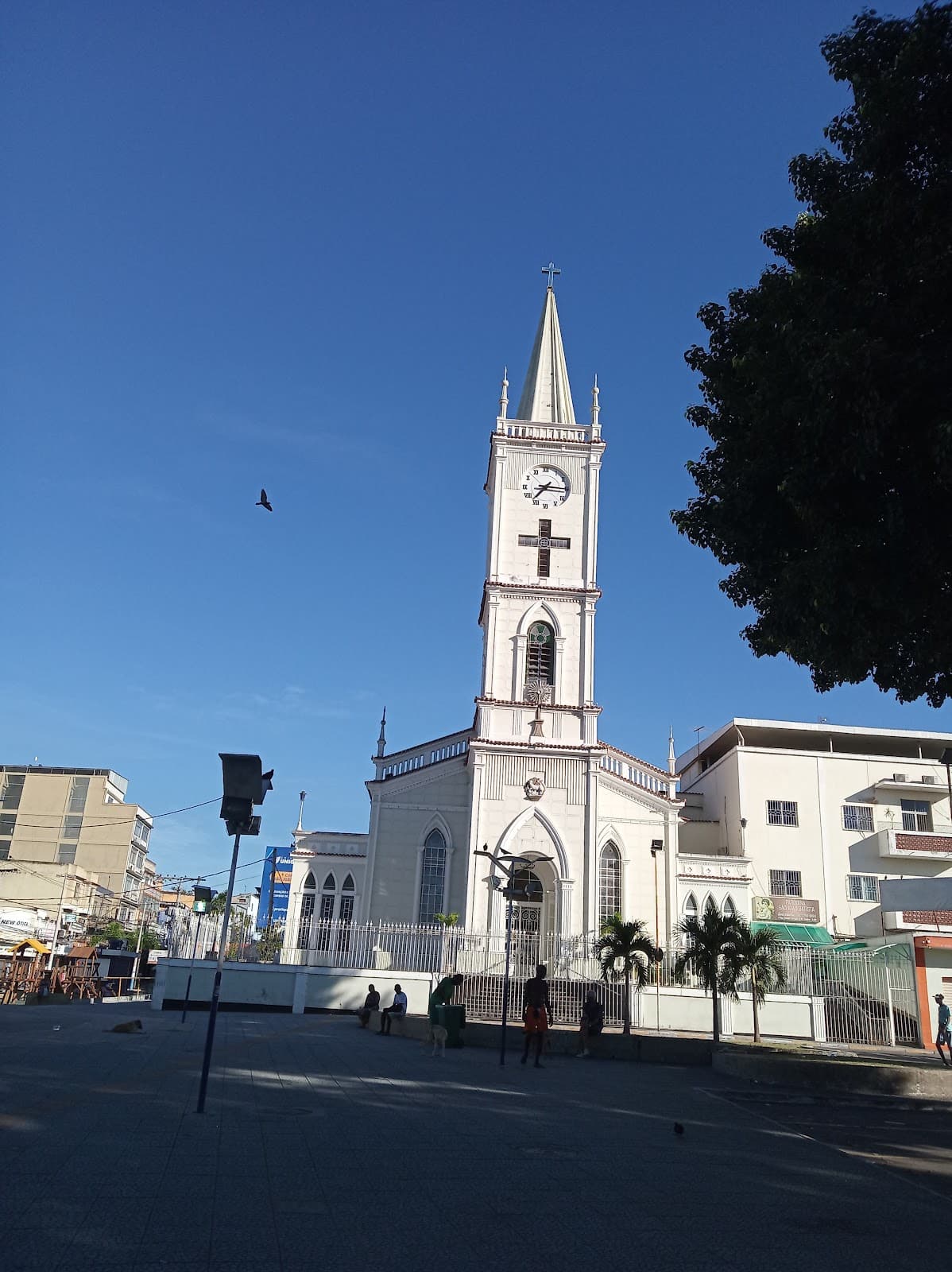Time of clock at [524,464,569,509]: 7:15
